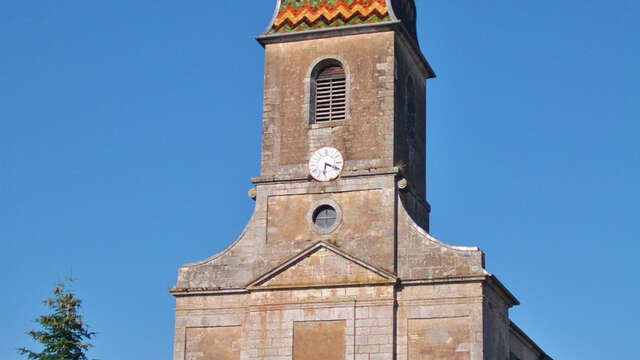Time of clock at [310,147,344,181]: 6:18
